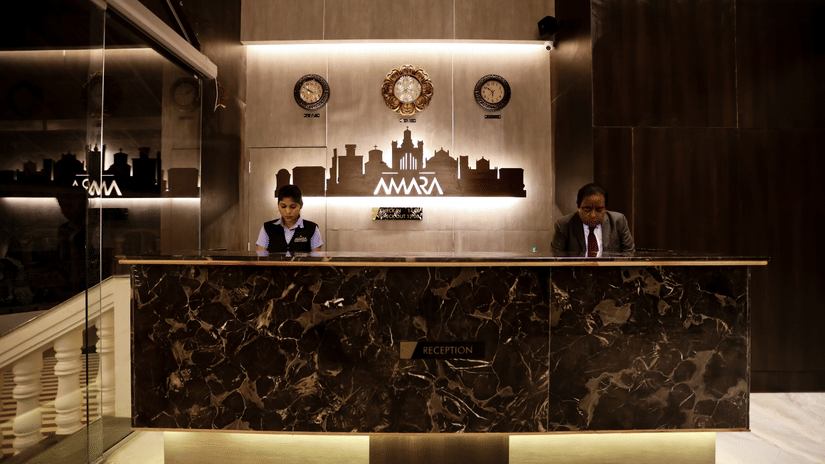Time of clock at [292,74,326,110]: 9:50
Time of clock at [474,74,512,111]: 5:51
